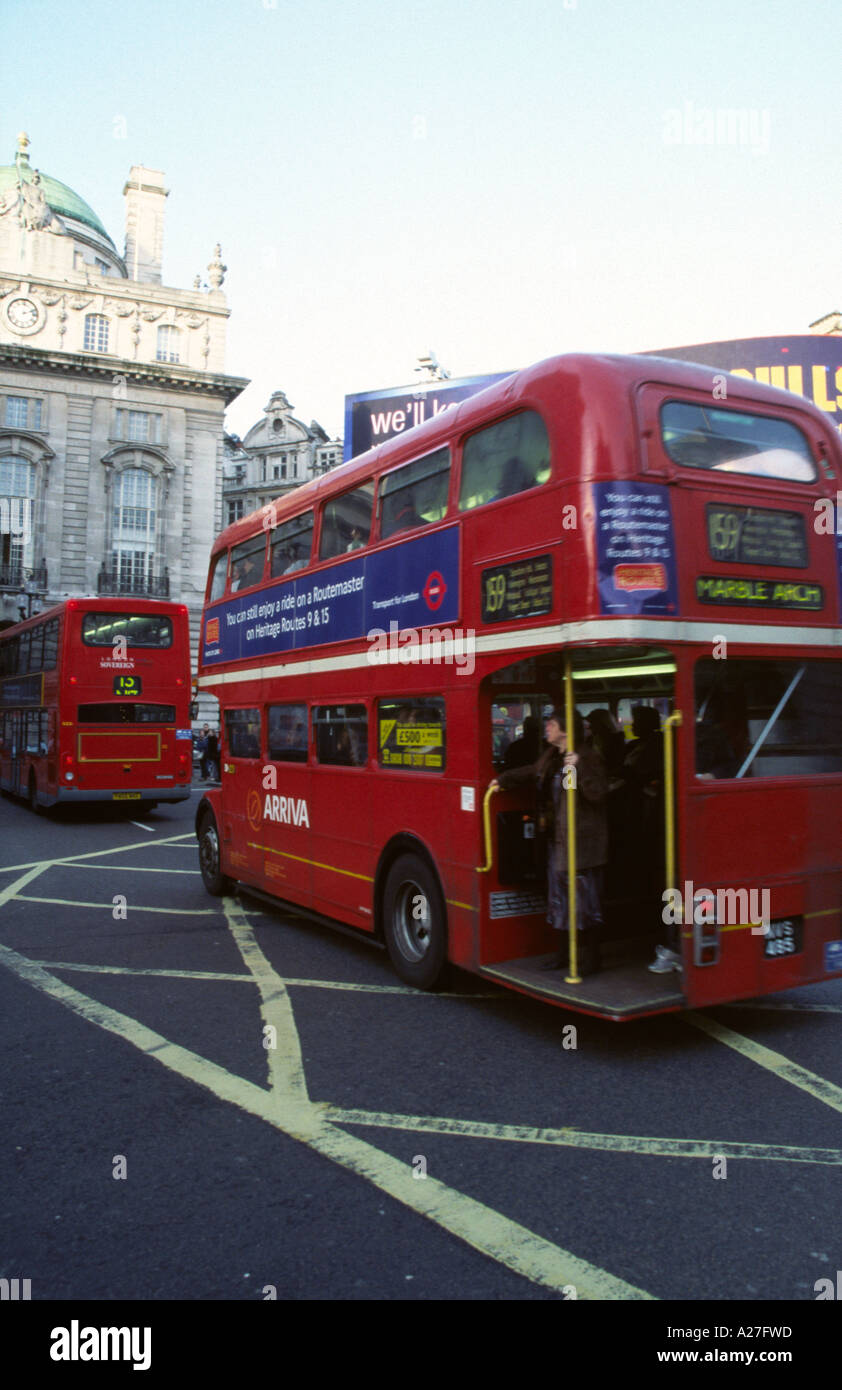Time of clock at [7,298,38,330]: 2:11
